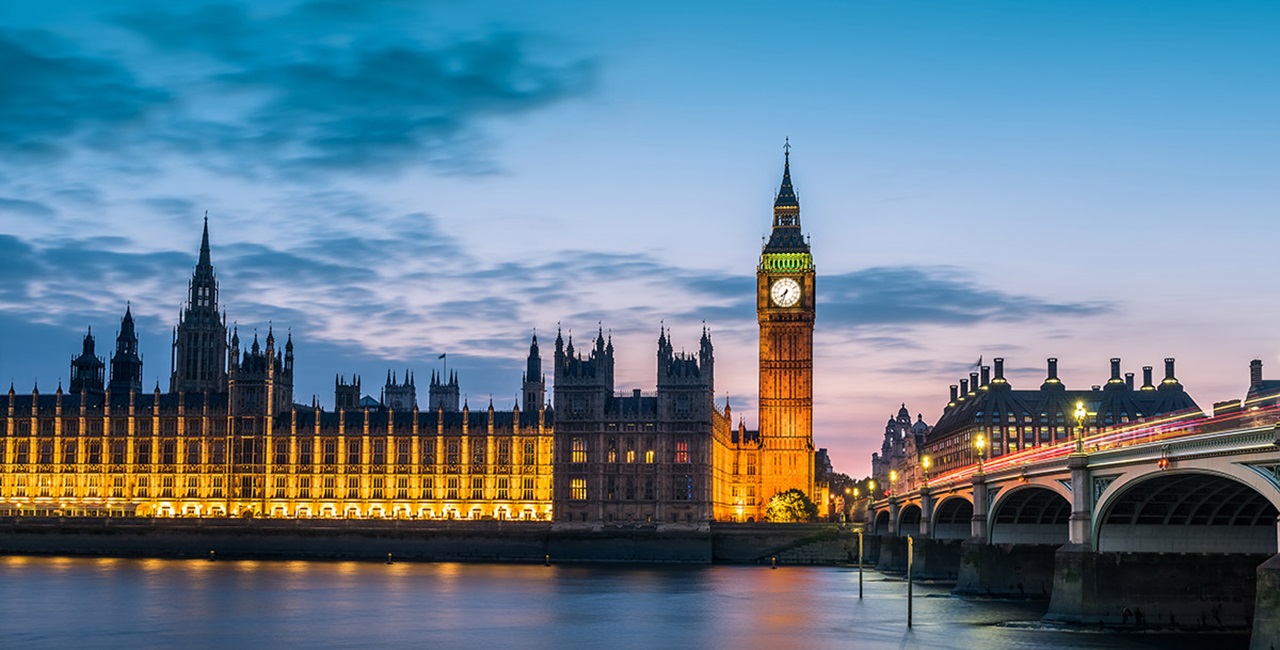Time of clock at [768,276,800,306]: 7:33
